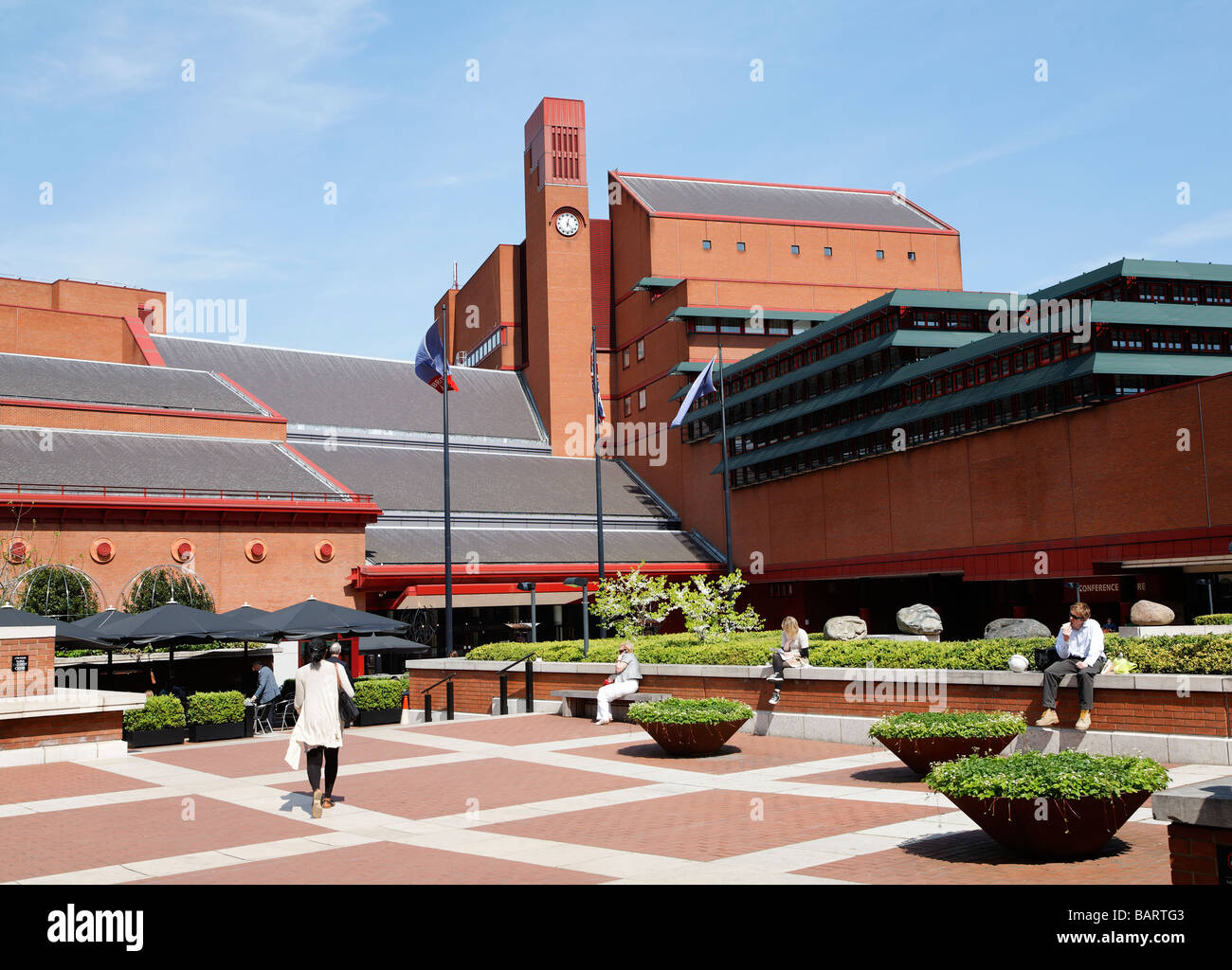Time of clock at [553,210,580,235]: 12:22
